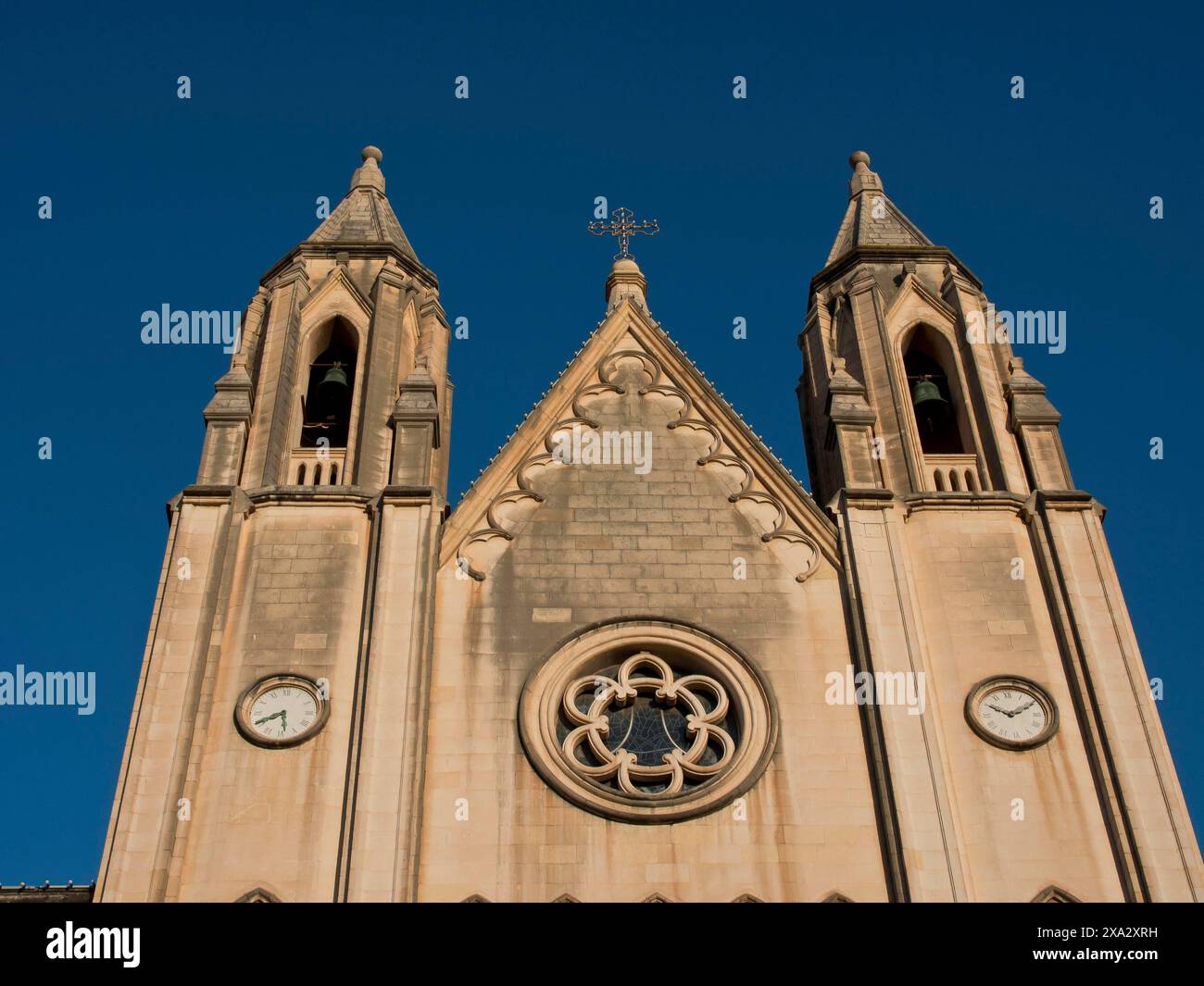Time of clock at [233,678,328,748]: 5:40
